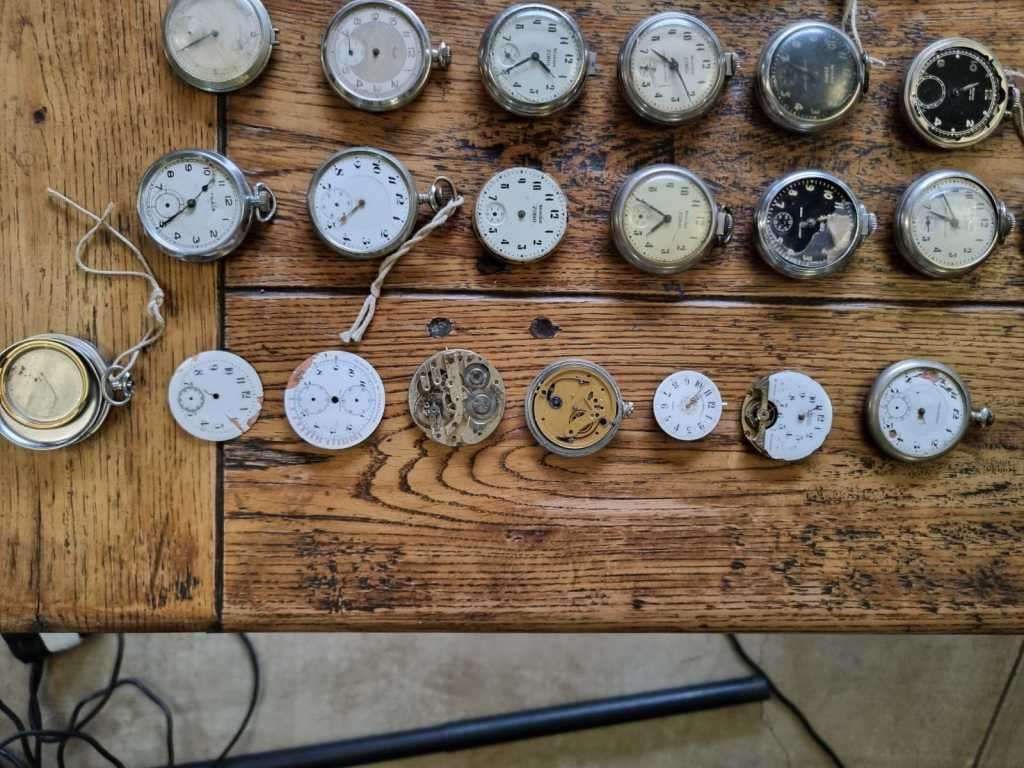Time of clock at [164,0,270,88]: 8:40
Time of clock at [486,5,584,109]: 4:40
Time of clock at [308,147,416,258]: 7:39
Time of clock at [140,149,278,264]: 1:39
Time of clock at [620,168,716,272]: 7:49
